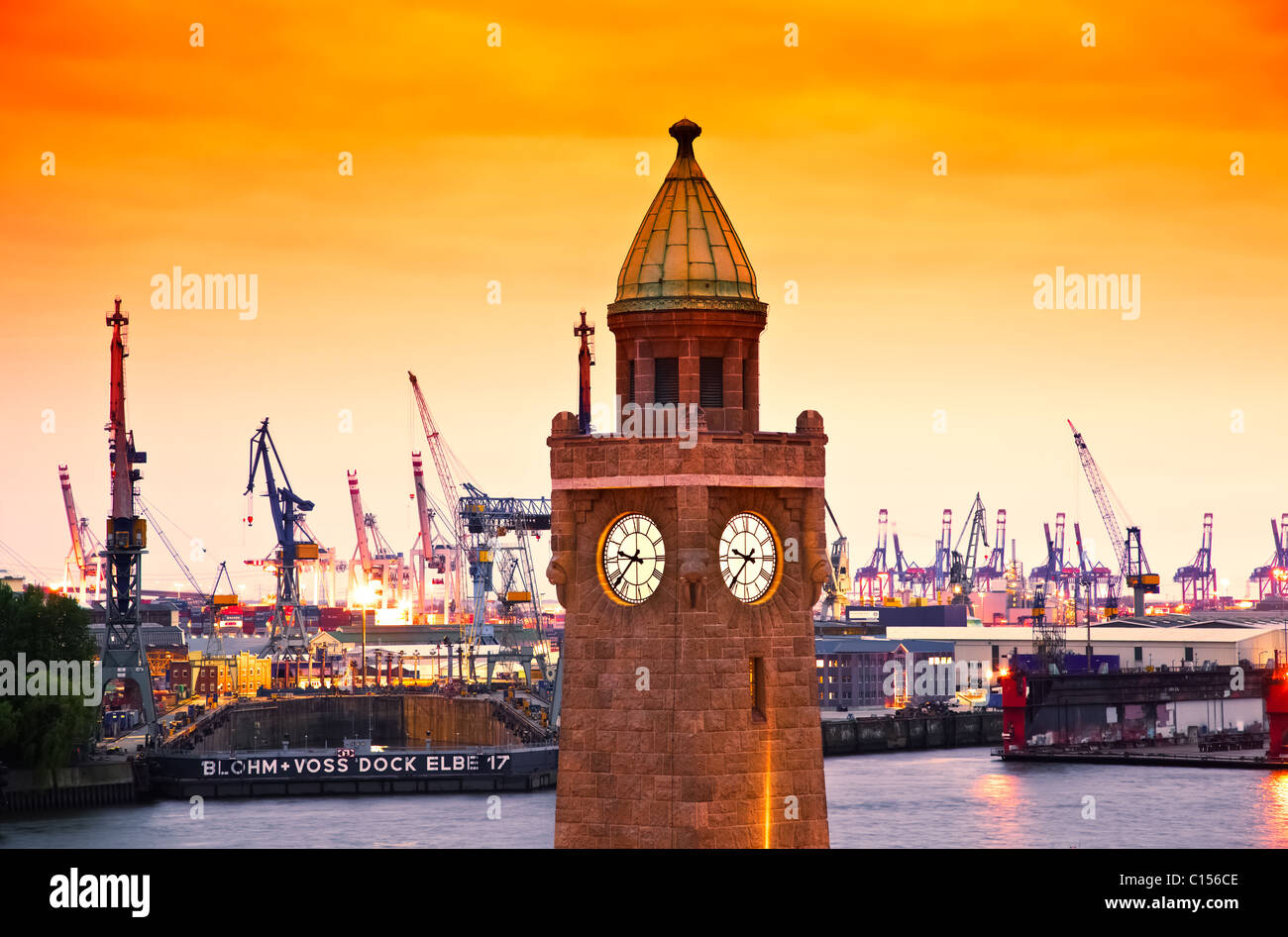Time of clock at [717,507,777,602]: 9:36
